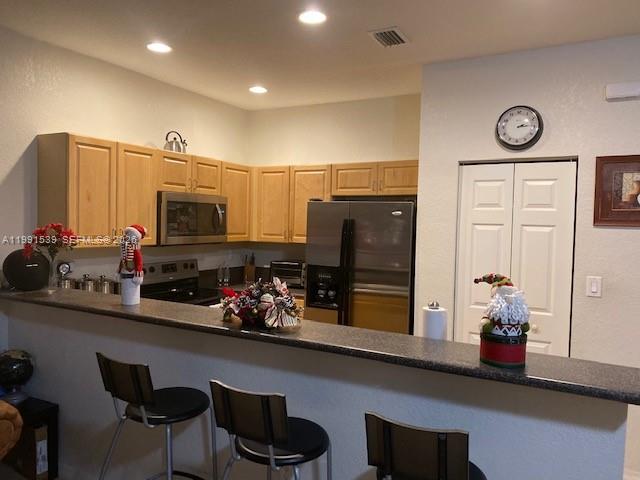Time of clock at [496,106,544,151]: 2:14
